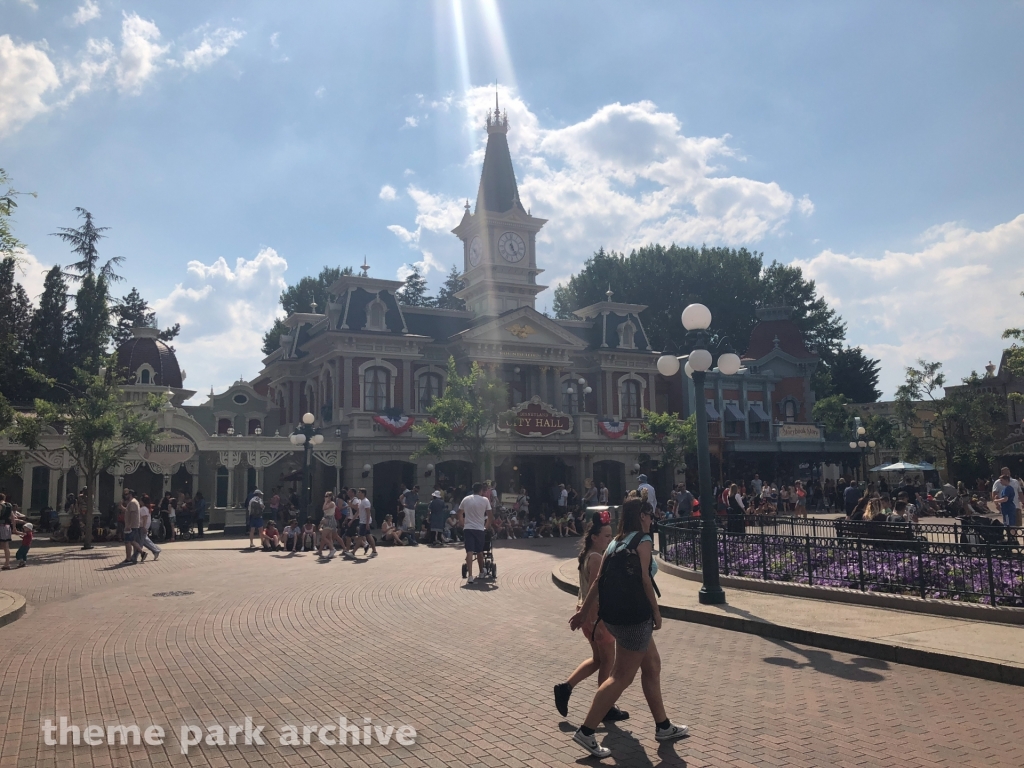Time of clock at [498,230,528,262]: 4:59
